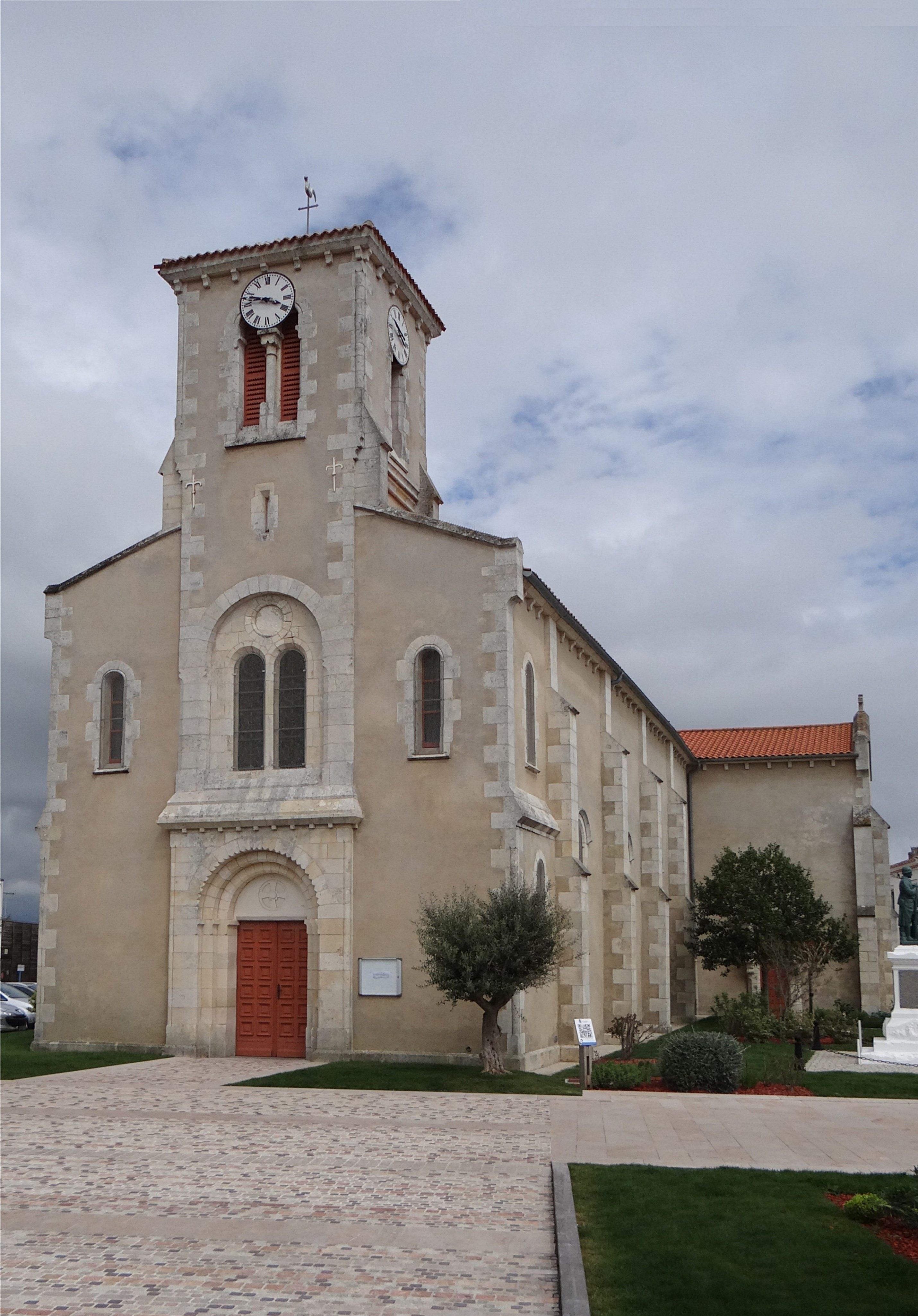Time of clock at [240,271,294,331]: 3:47
